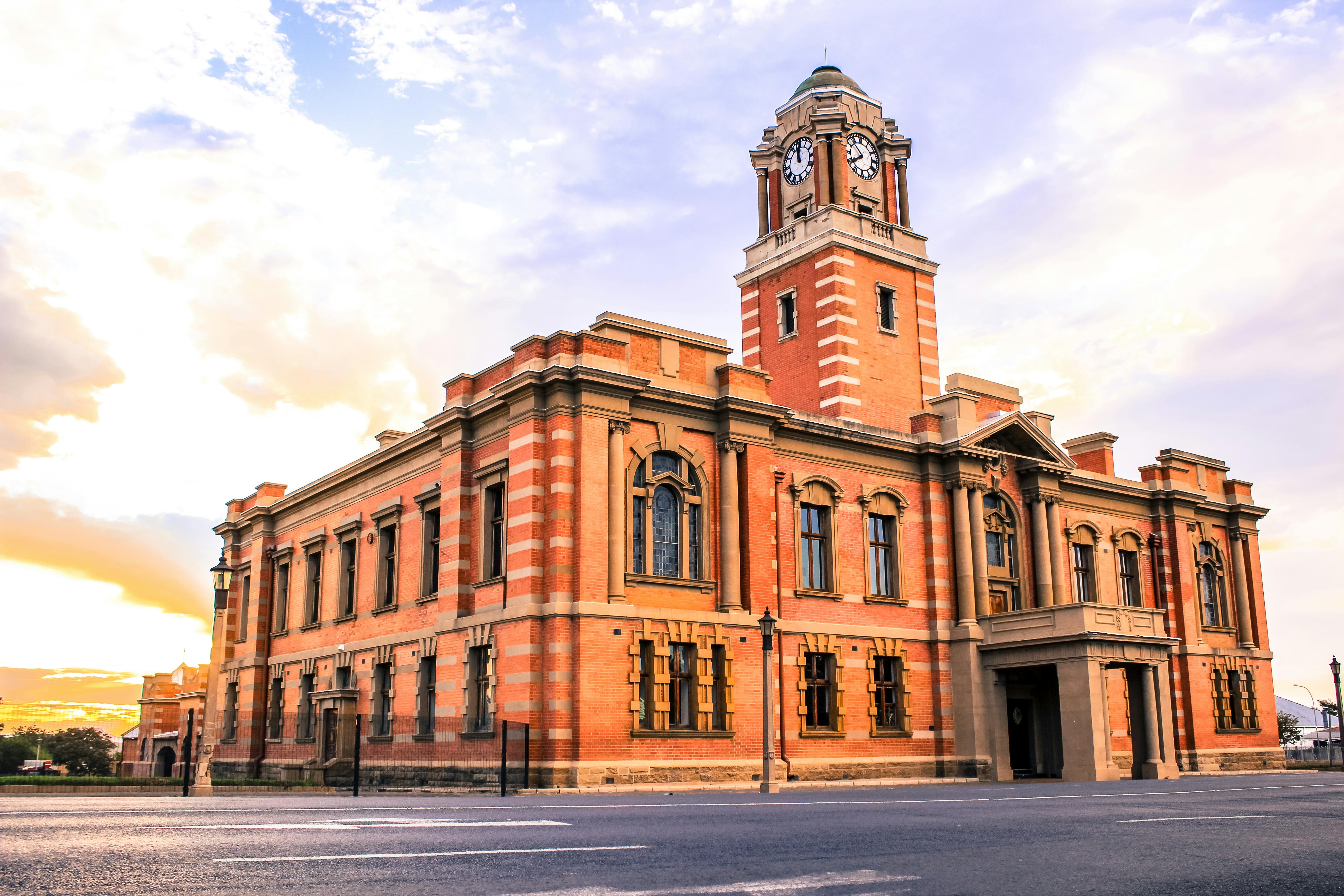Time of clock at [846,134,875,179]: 7:53
